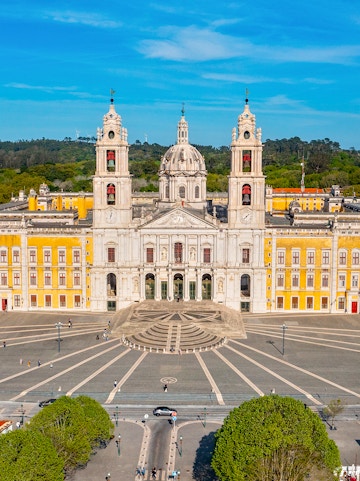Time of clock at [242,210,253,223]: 1:37
